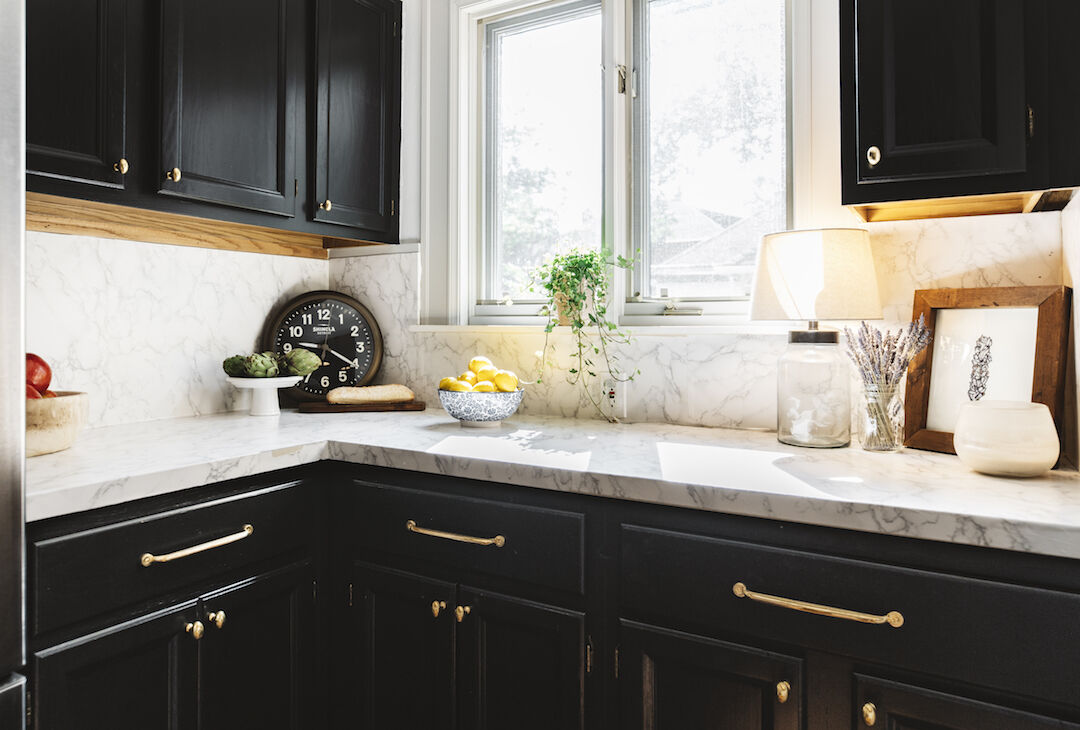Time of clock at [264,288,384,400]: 9:20
